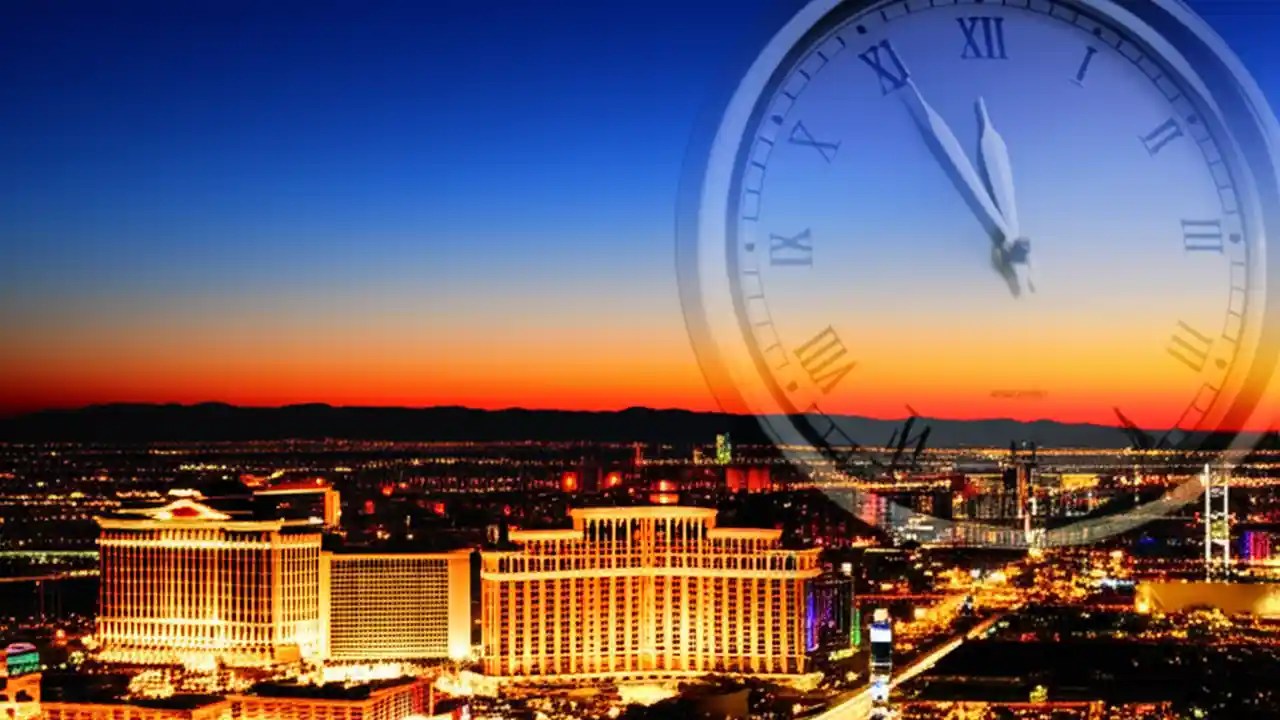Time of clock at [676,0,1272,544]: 11:55
